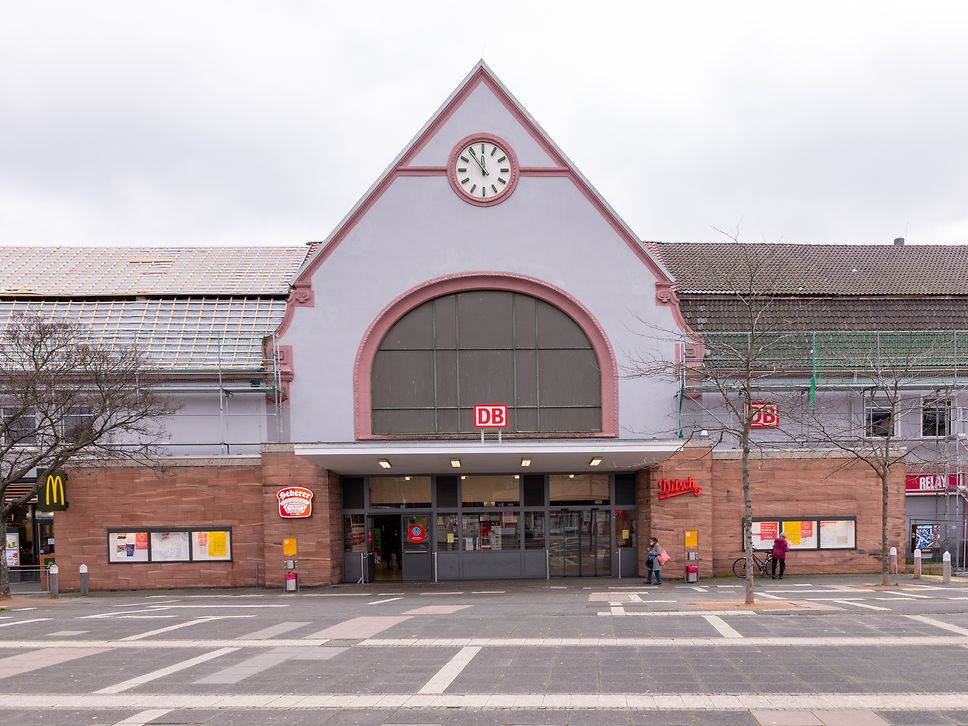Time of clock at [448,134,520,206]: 11:53
